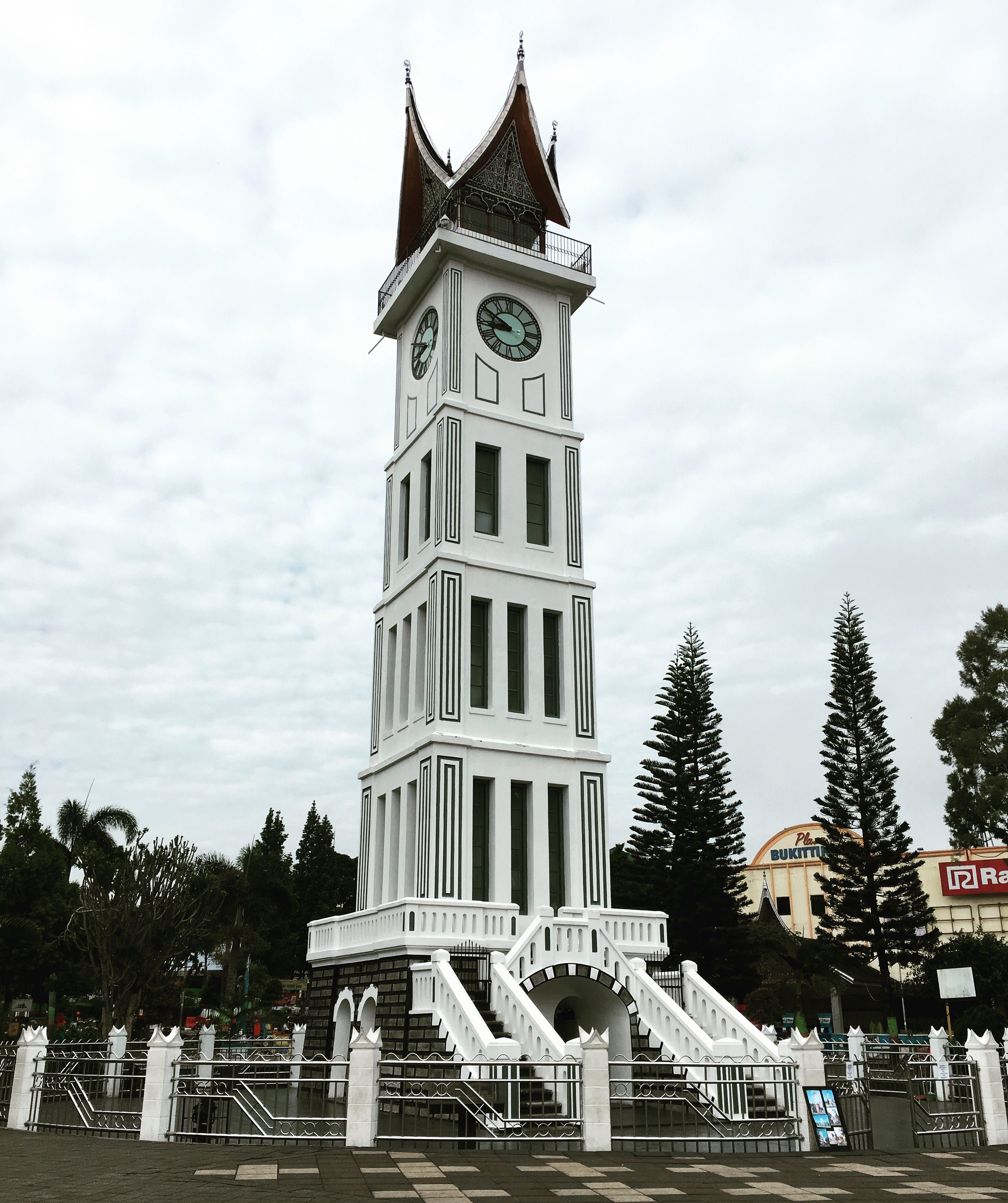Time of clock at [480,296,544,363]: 8:49
